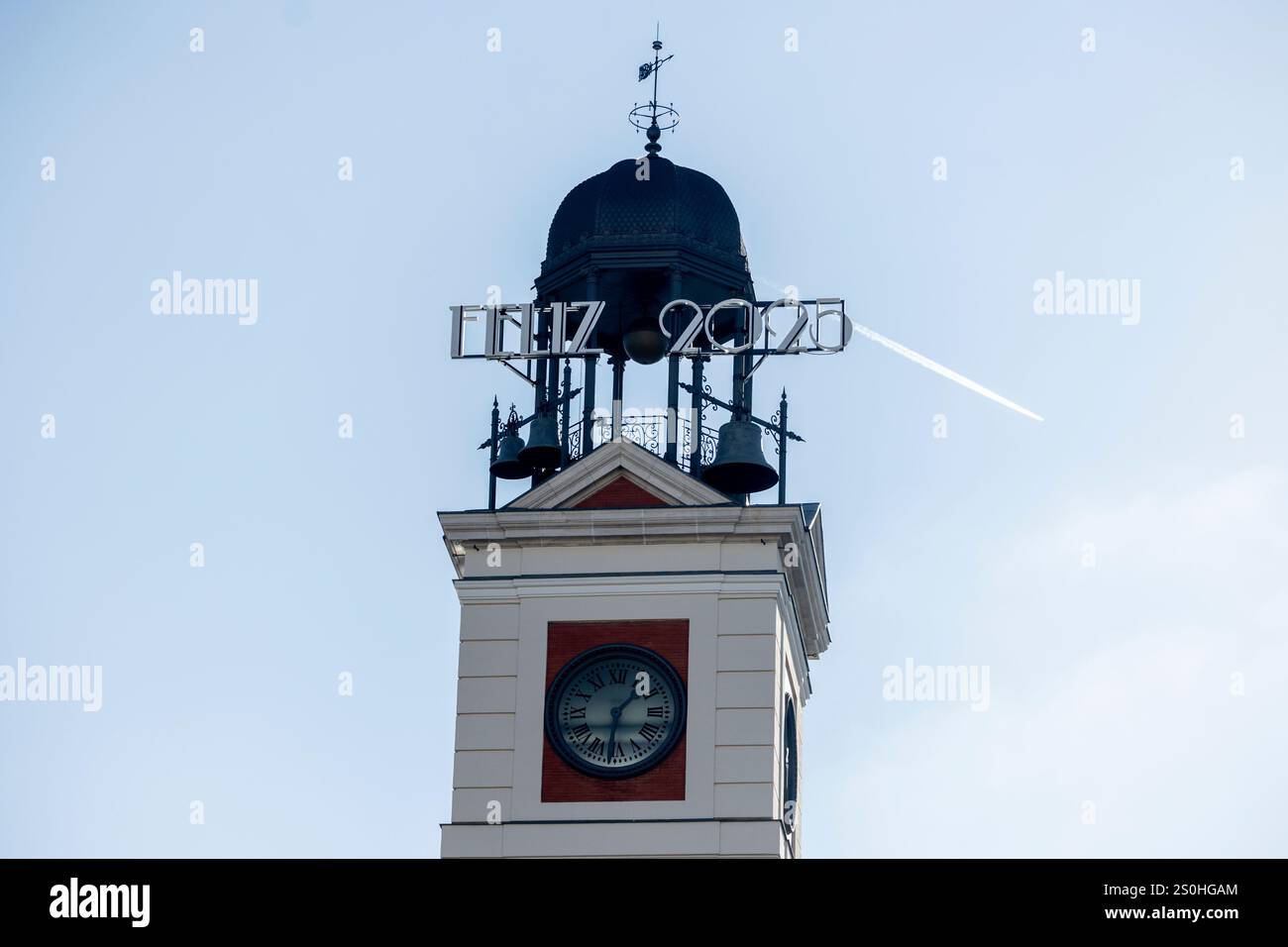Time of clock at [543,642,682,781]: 1:31
